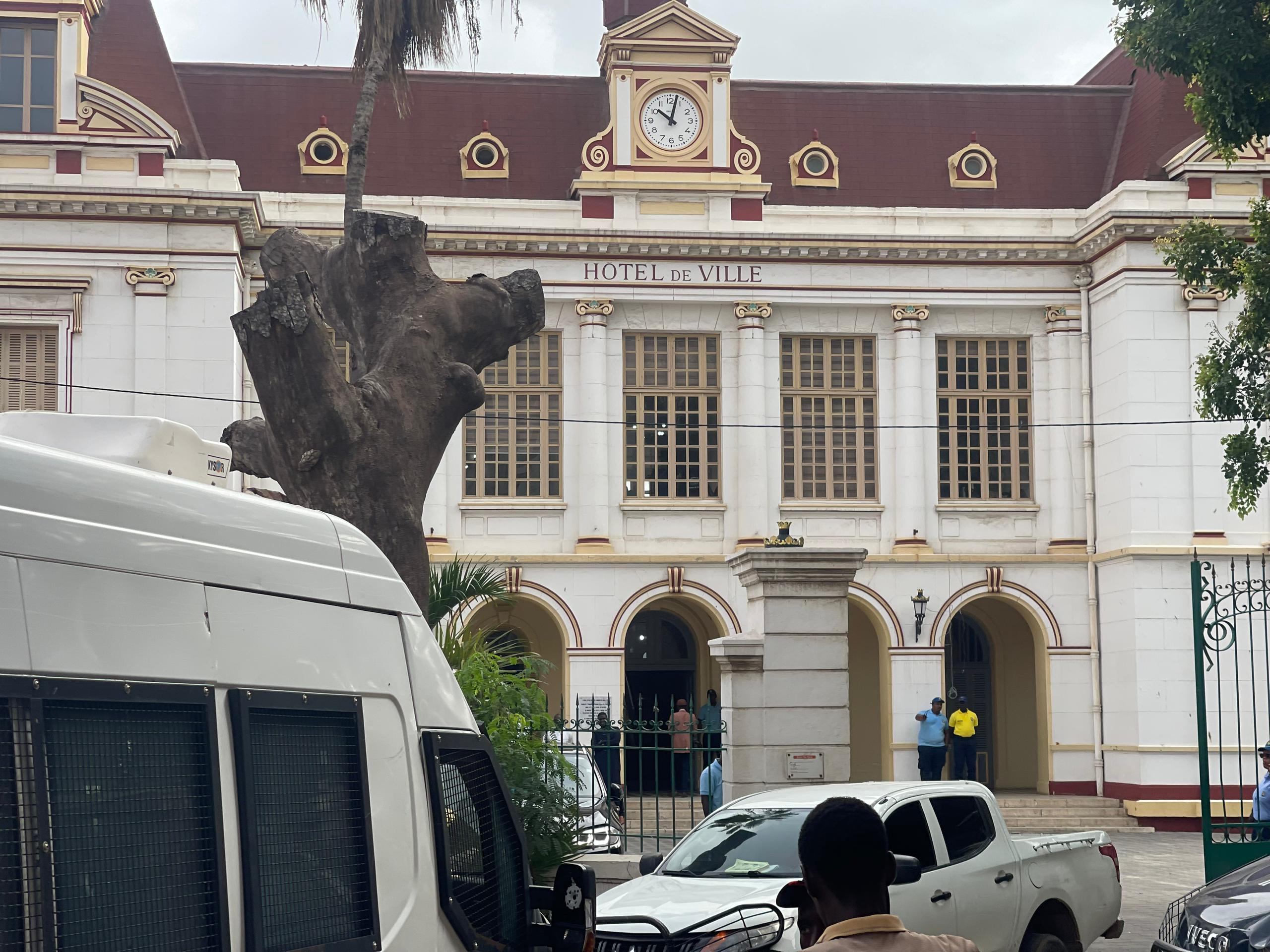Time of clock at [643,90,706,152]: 10:02
